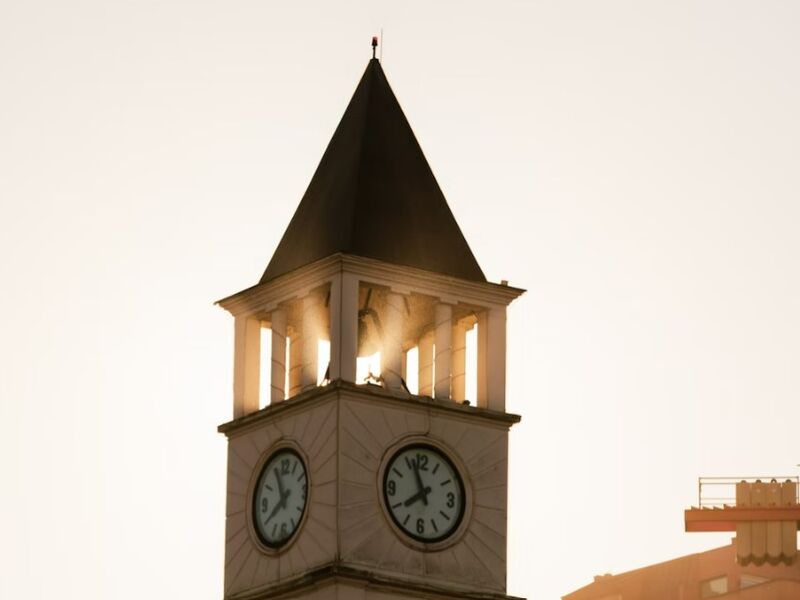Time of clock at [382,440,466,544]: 7:56
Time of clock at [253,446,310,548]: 7:55
